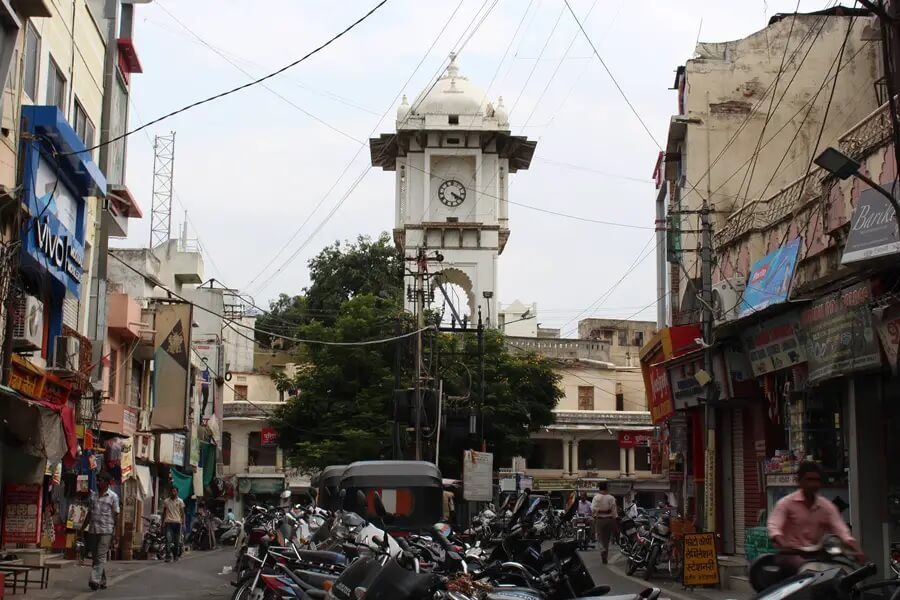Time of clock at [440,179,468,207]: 4:20
